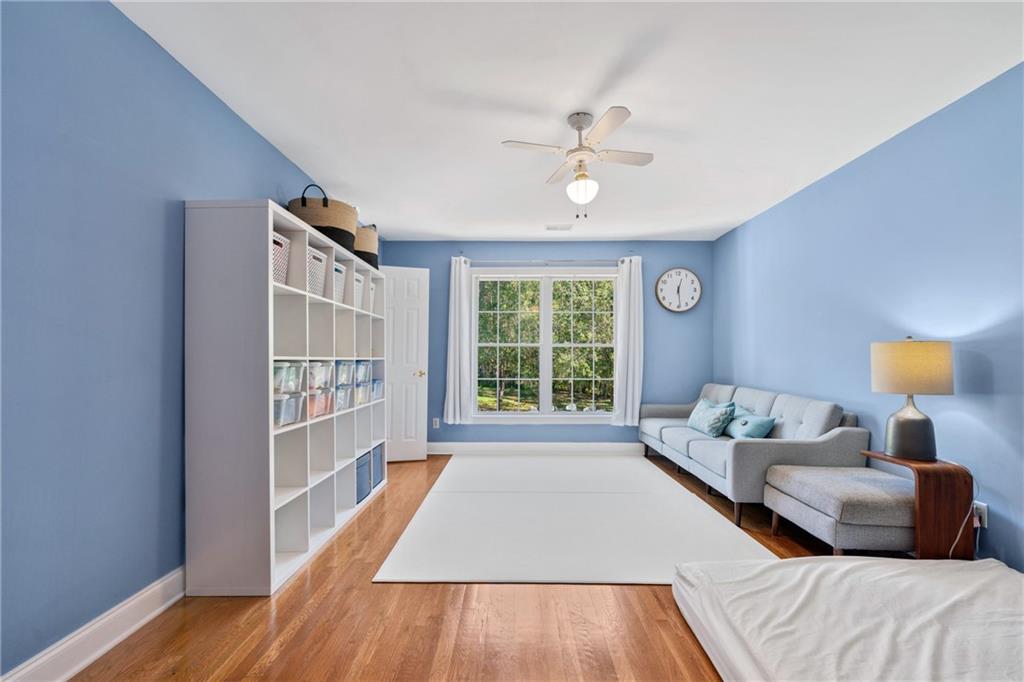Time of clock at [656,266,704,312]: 12:28
